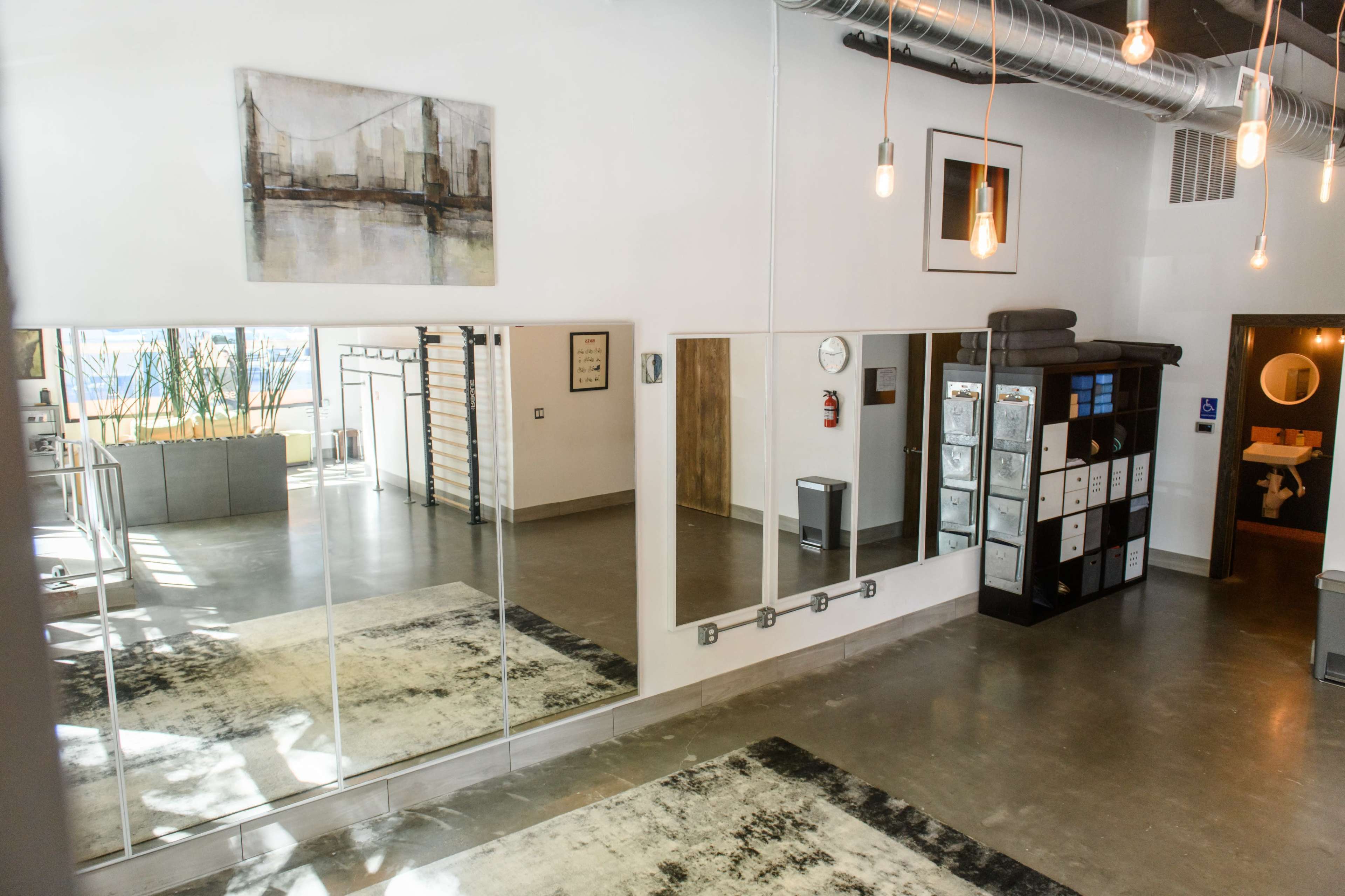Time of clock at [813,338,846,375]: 9:12
